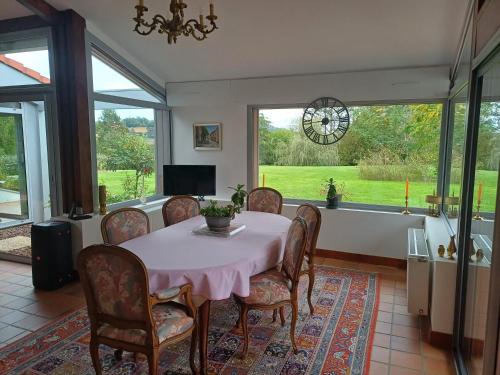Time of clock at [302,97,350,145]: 2:44
